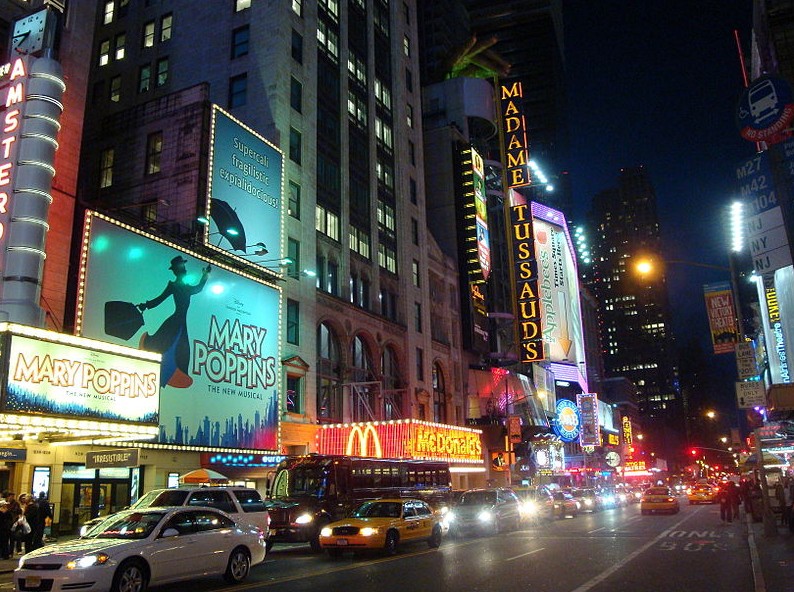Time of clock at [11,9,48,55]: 7:46
